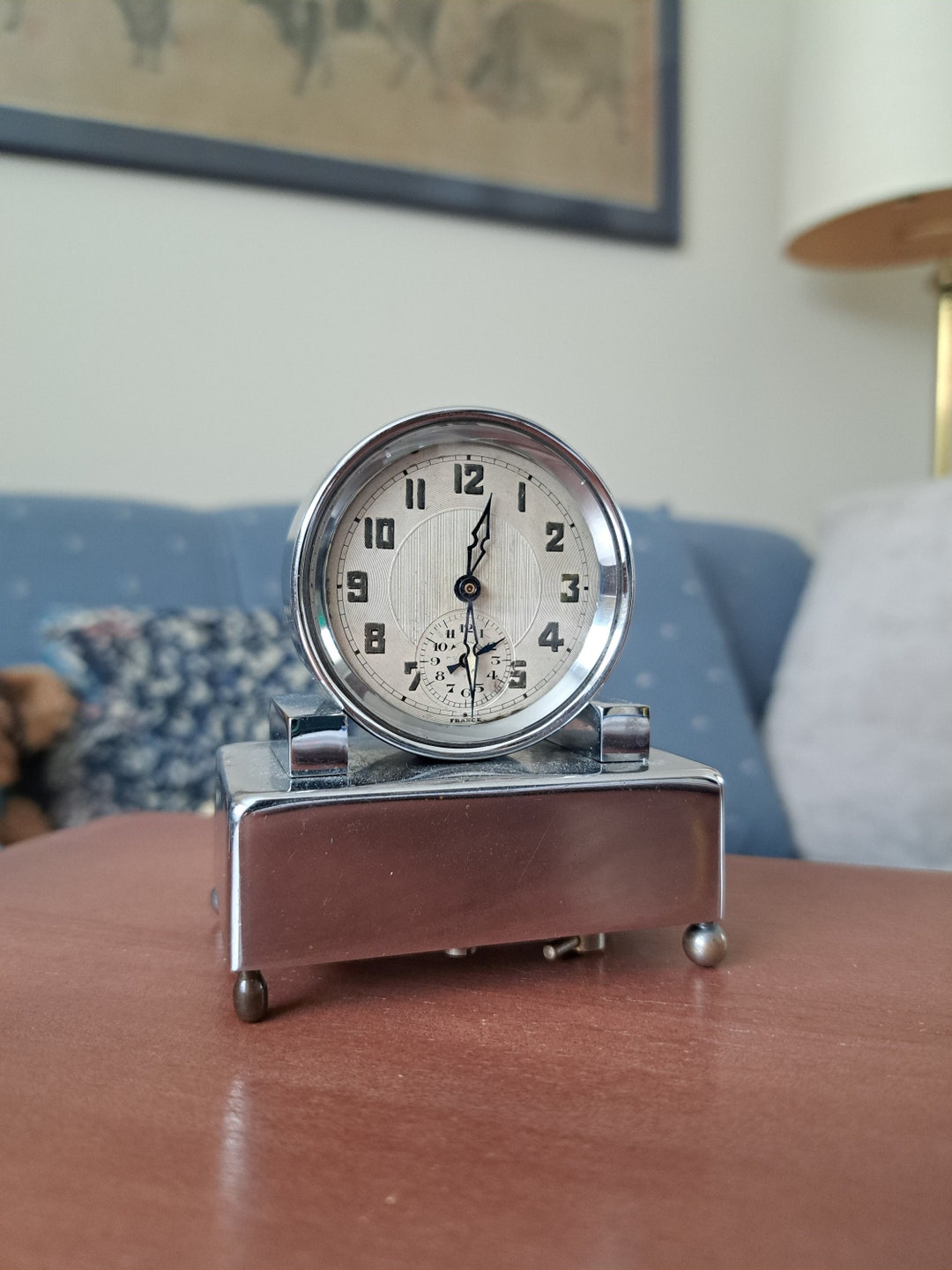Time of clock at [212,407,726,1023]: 6:01
